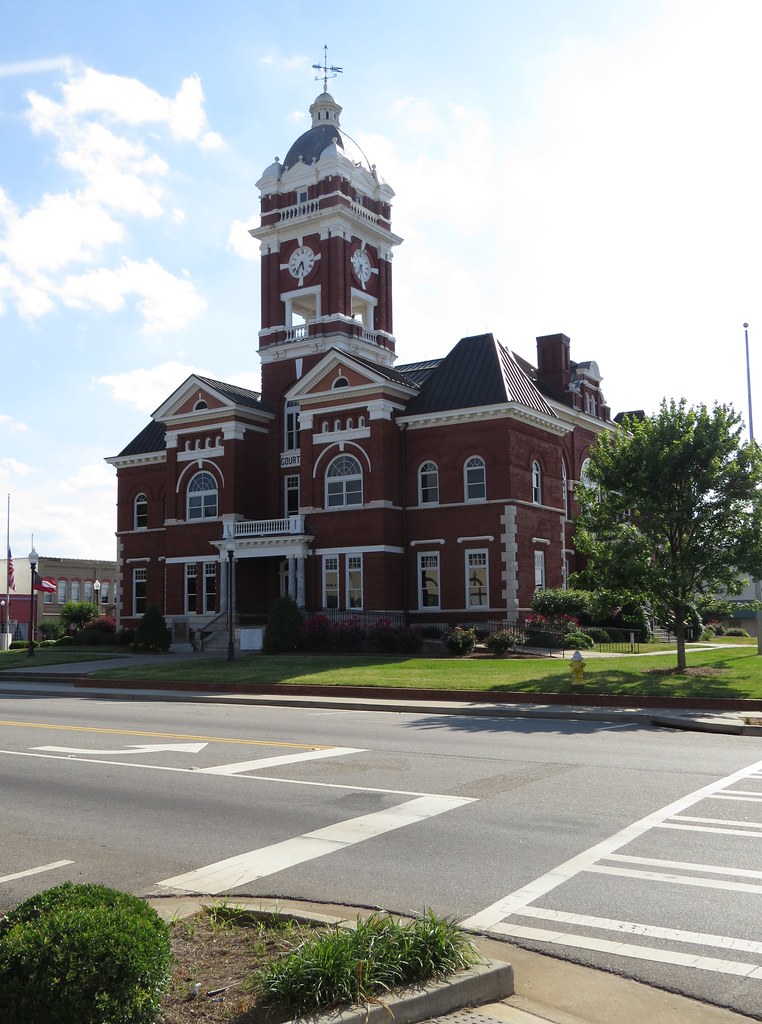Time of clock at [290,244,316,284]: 5:36
